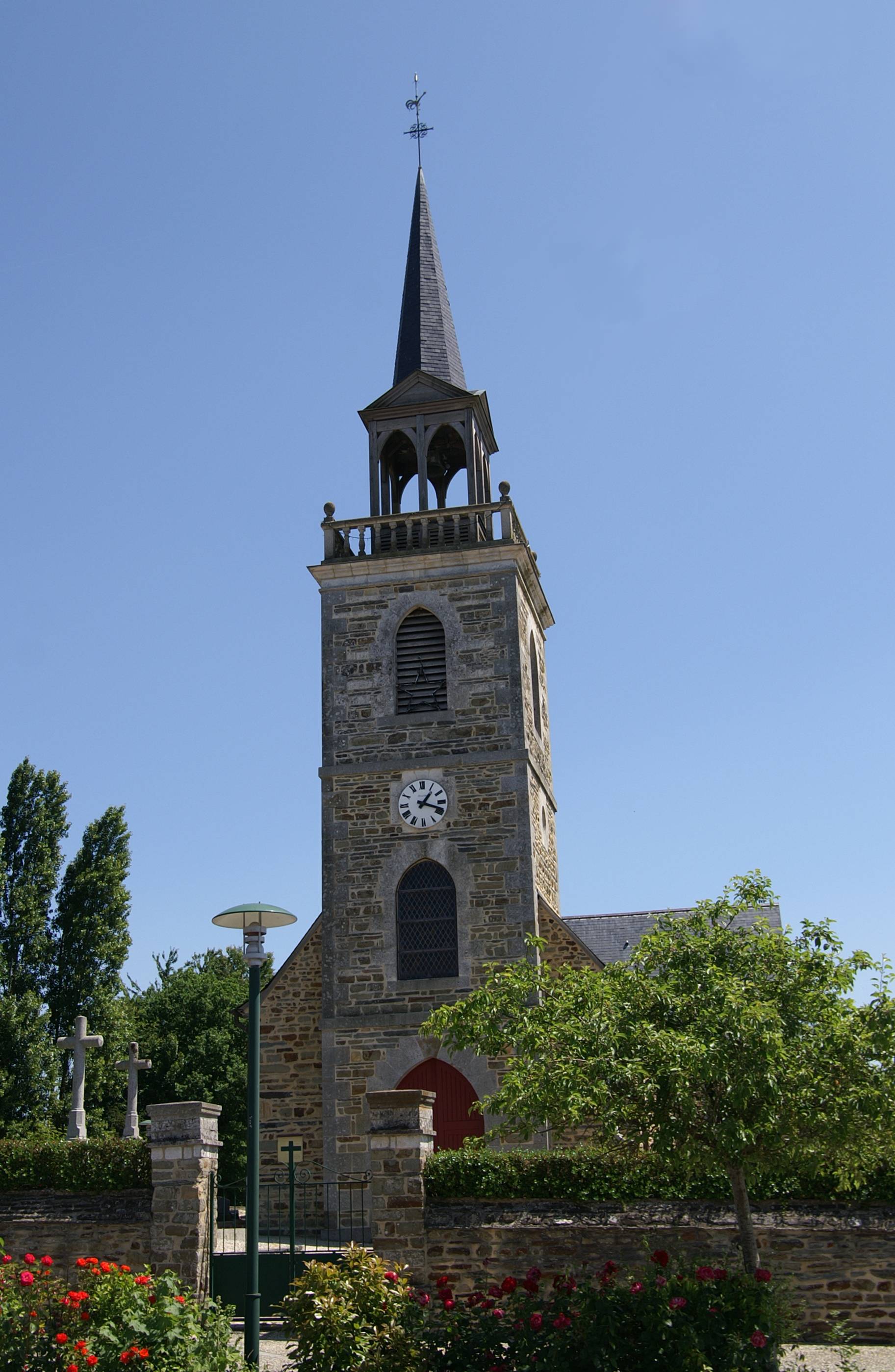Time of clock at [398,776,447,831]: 1:18
